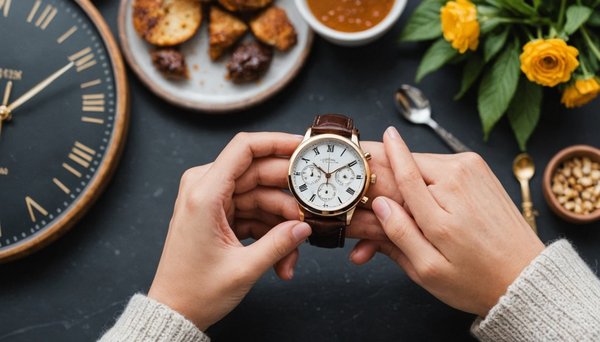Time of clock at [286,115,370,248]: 10:10
